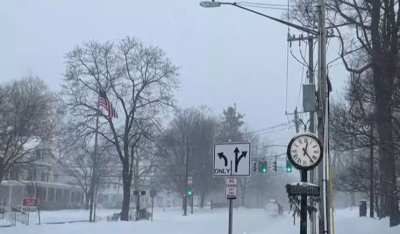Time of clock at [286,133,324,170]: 12:23
